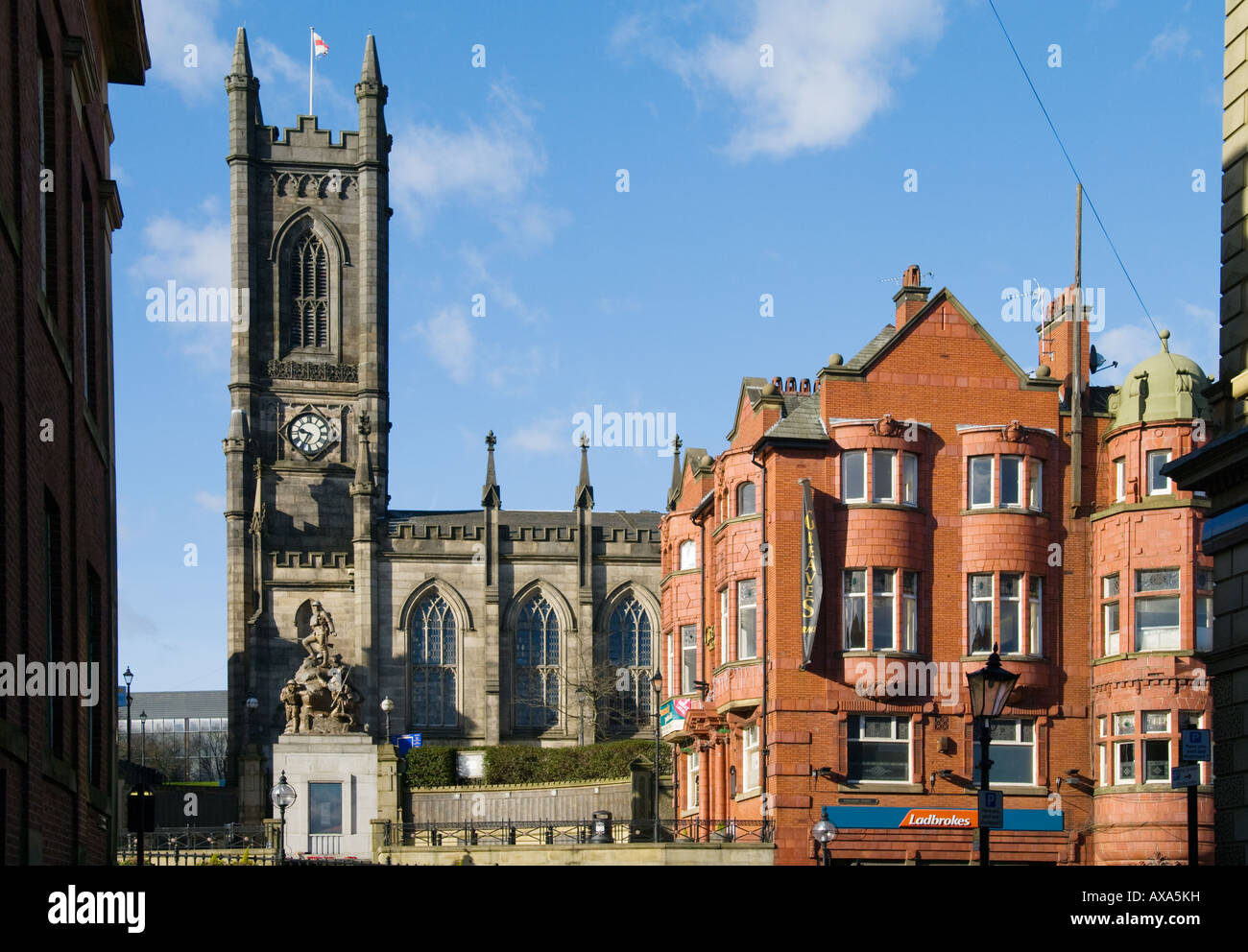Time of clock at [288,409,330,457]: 9:34
